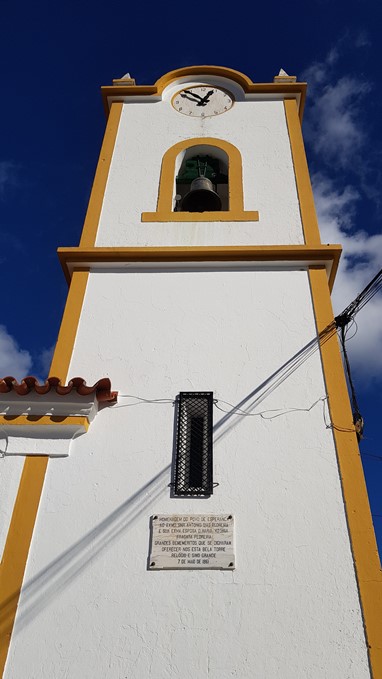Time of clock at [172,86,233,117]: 12:52
